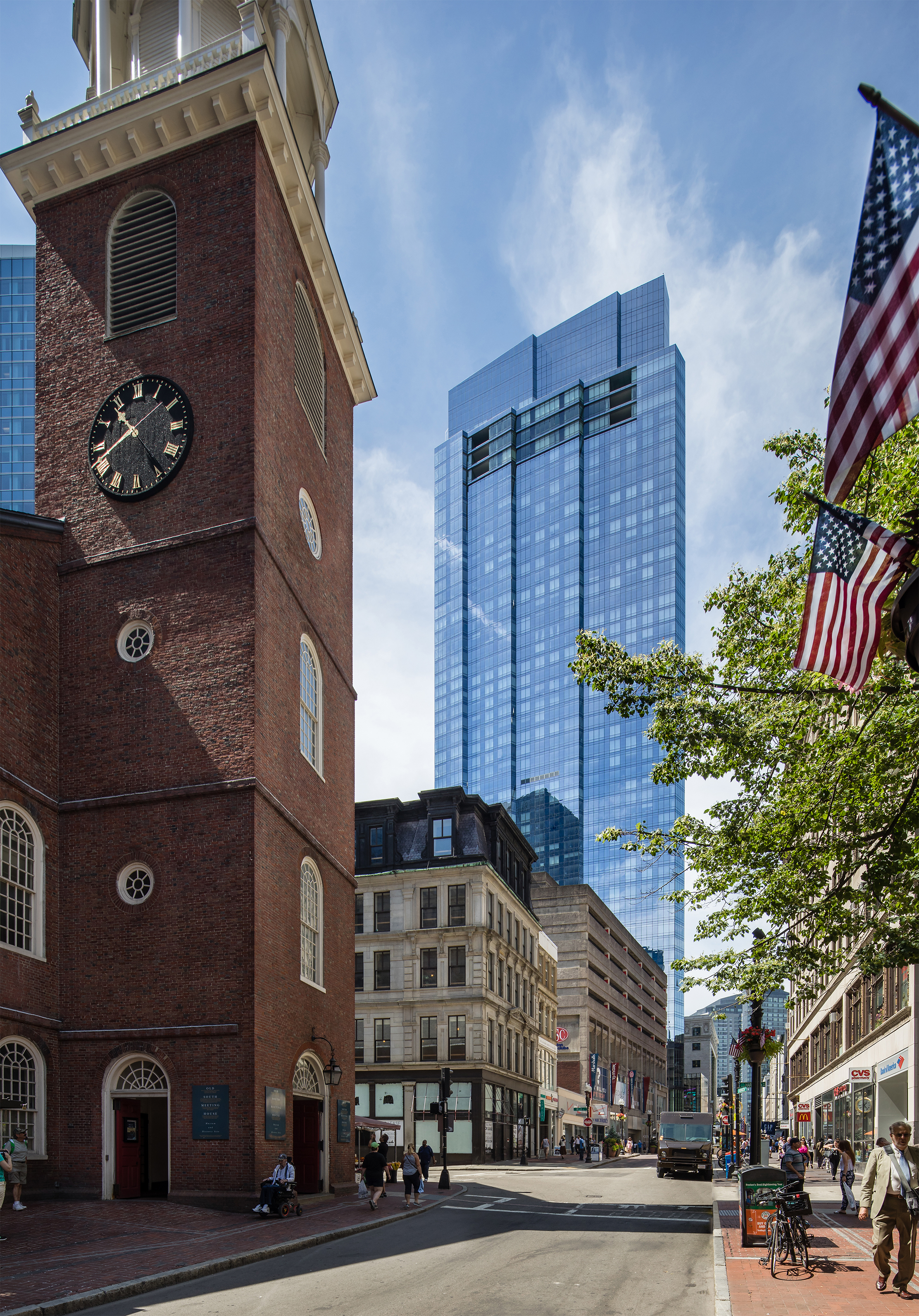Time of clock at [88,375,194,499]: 10:41
